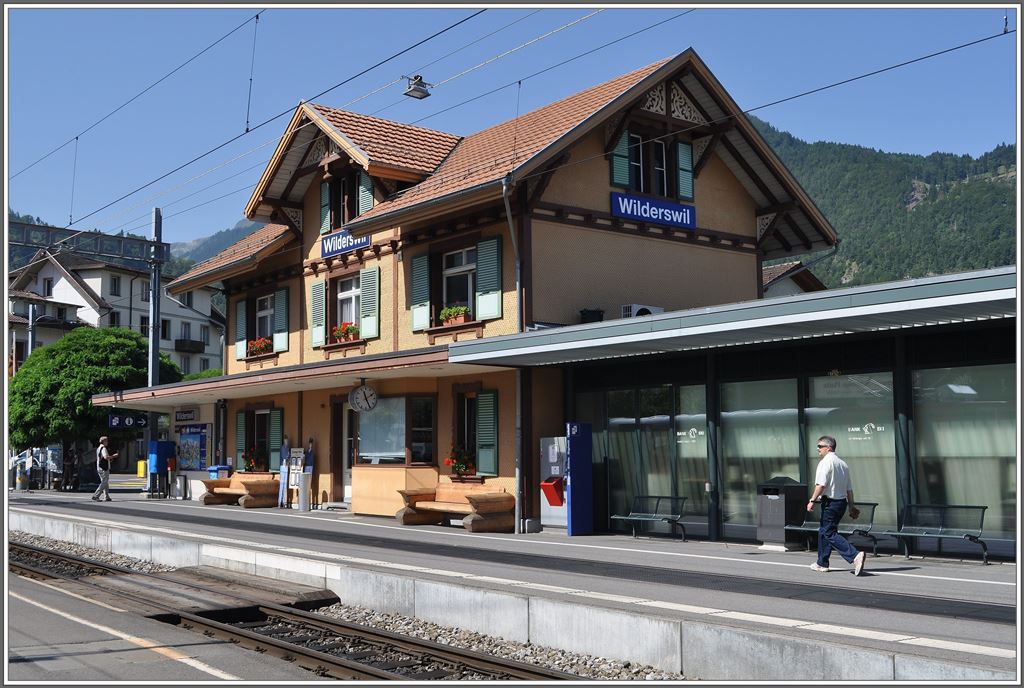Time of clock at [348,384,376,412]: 11:25
